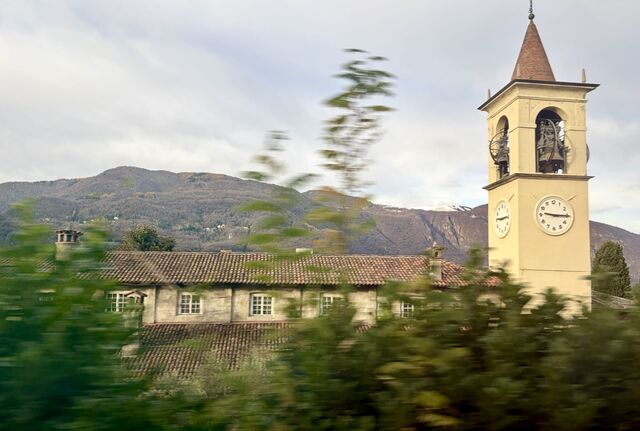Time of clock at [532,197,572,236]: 9:15
